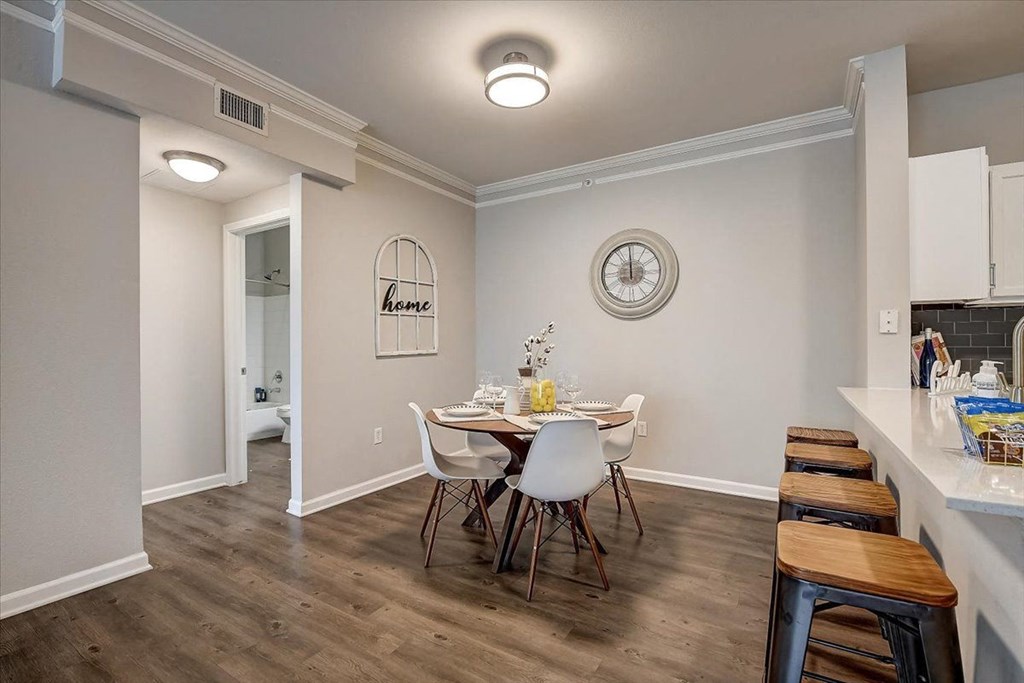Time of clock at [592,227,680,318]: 11:59
